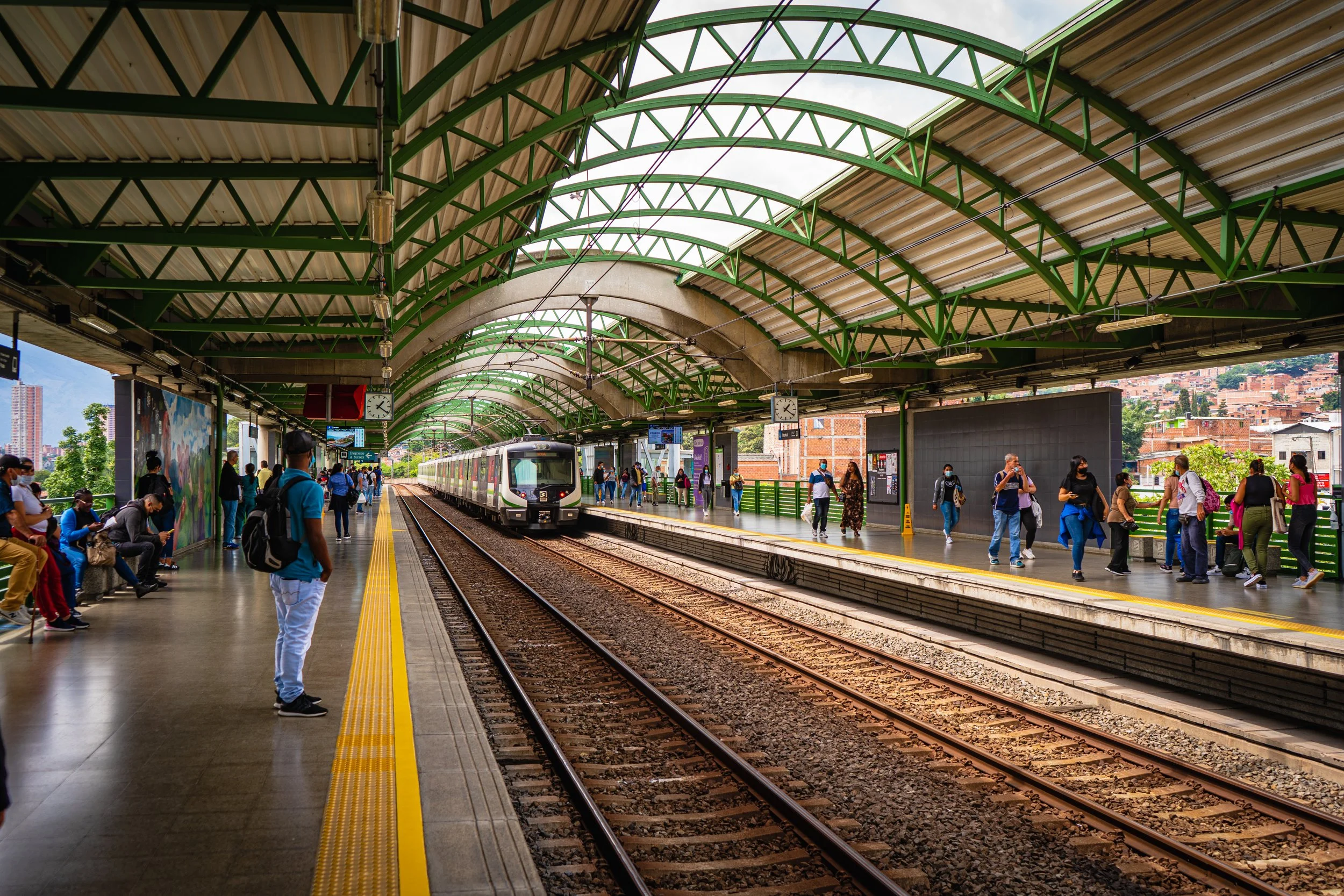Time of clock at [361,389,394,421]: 1:20
